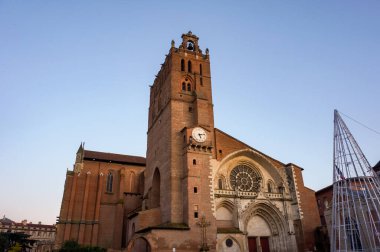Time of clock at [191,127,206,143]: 5:12
